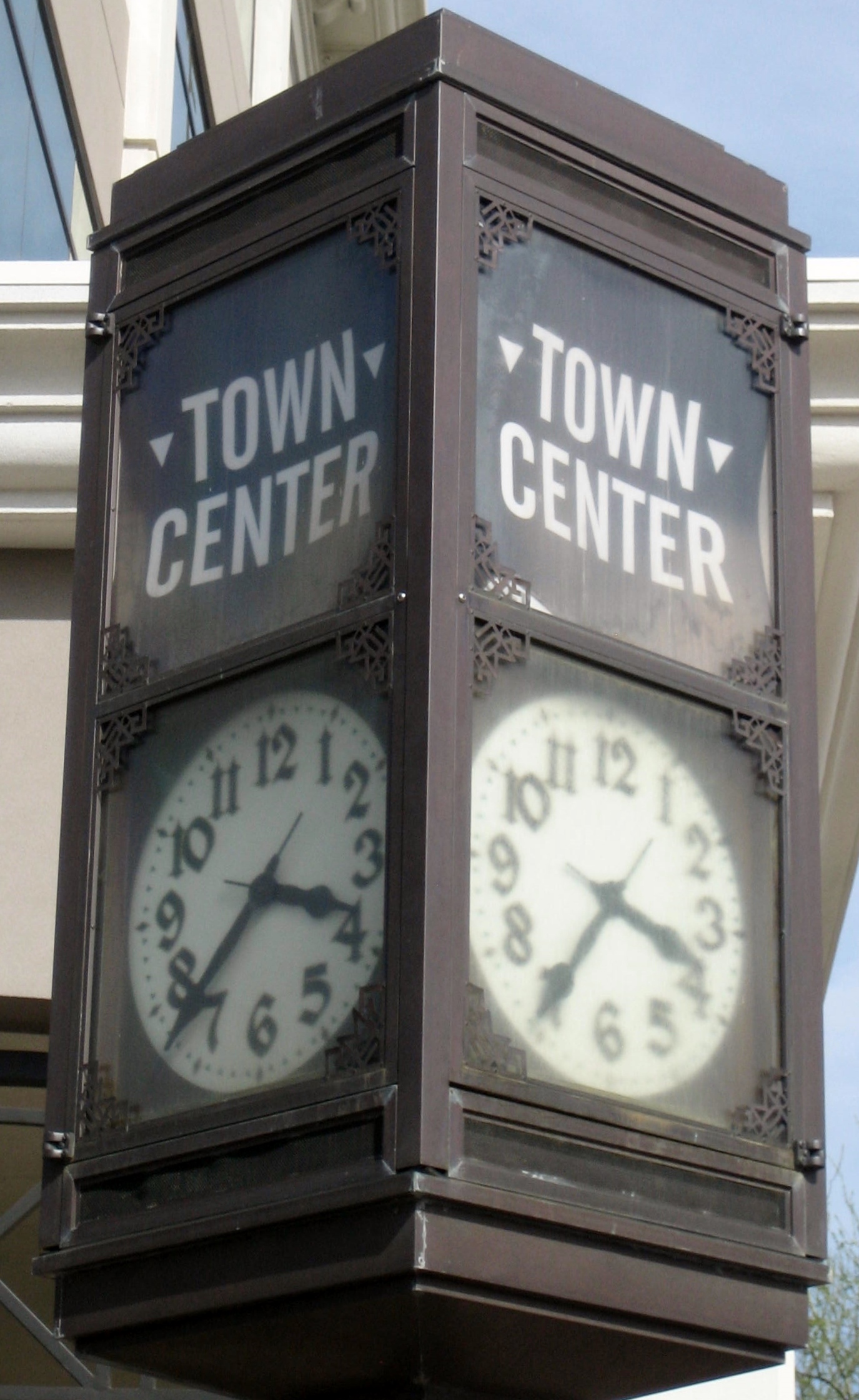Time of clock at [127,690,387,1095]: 3:37
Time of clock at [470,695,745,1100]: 3:35
